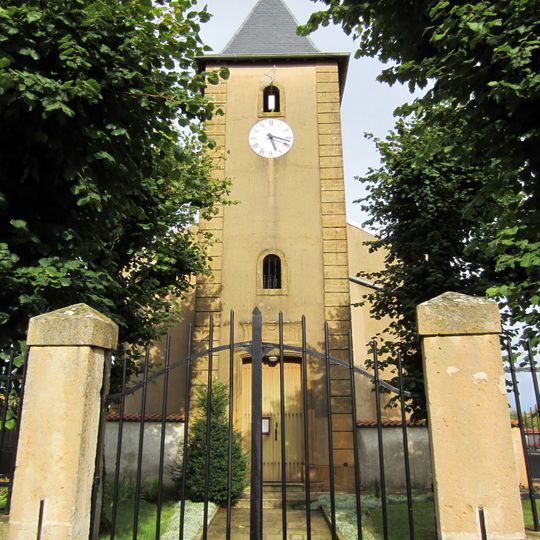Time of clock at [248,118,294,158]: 5:17
